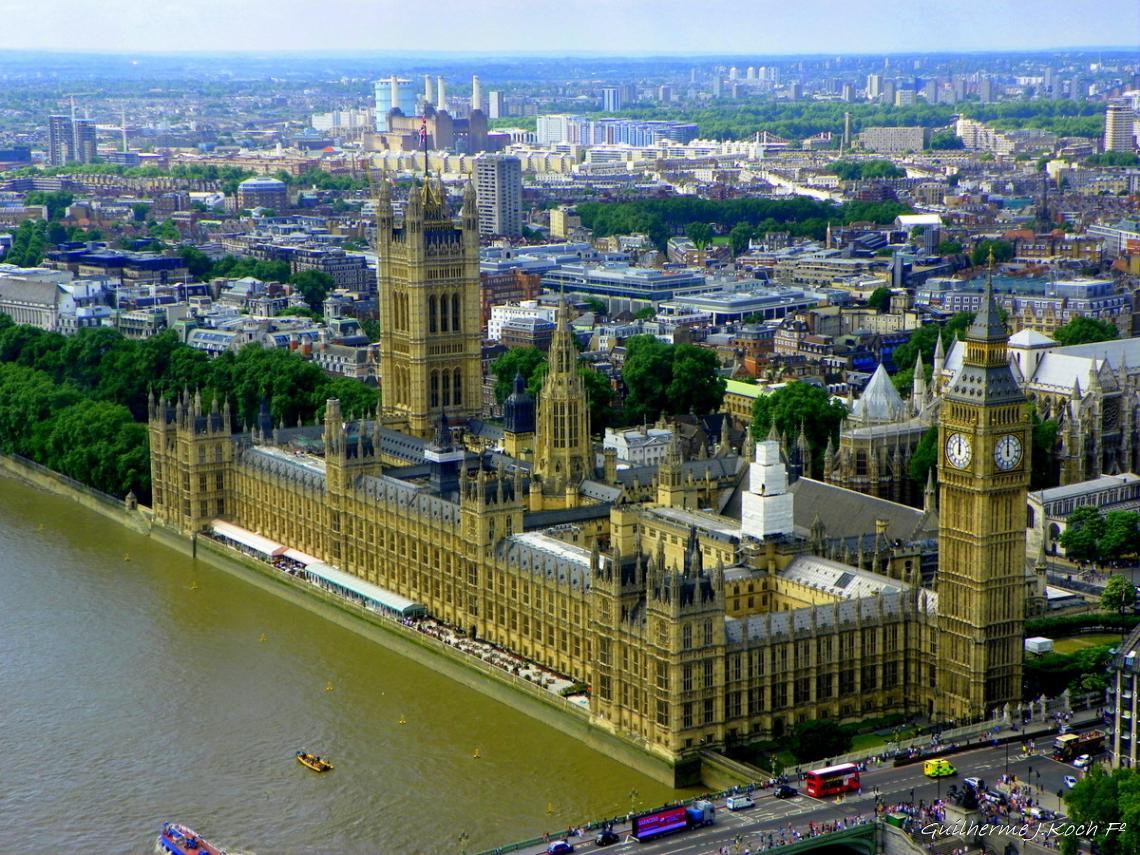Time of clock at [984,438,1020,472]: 12:00
